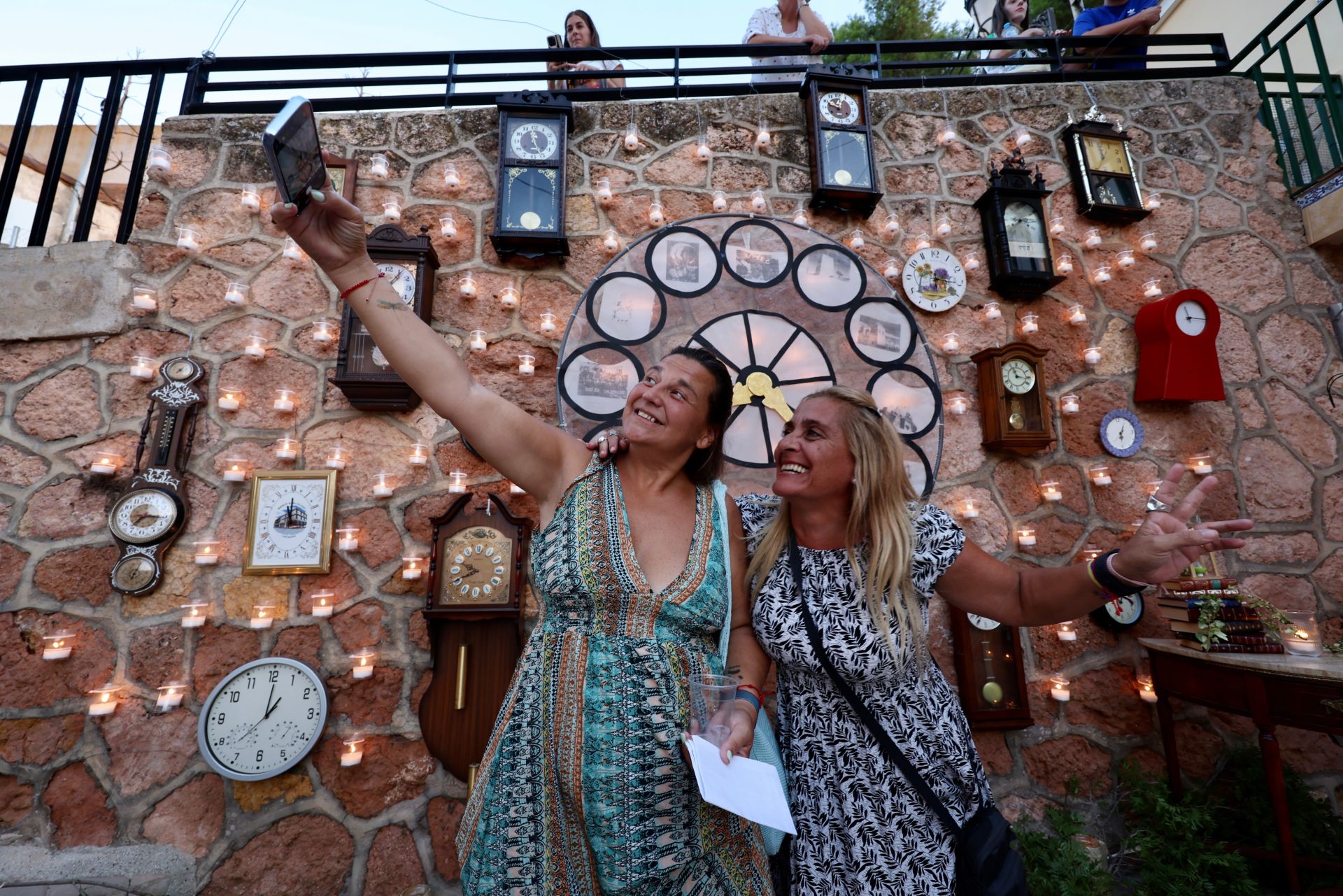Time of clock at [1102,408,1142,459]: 6:03
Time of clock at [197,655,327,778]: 1:00
